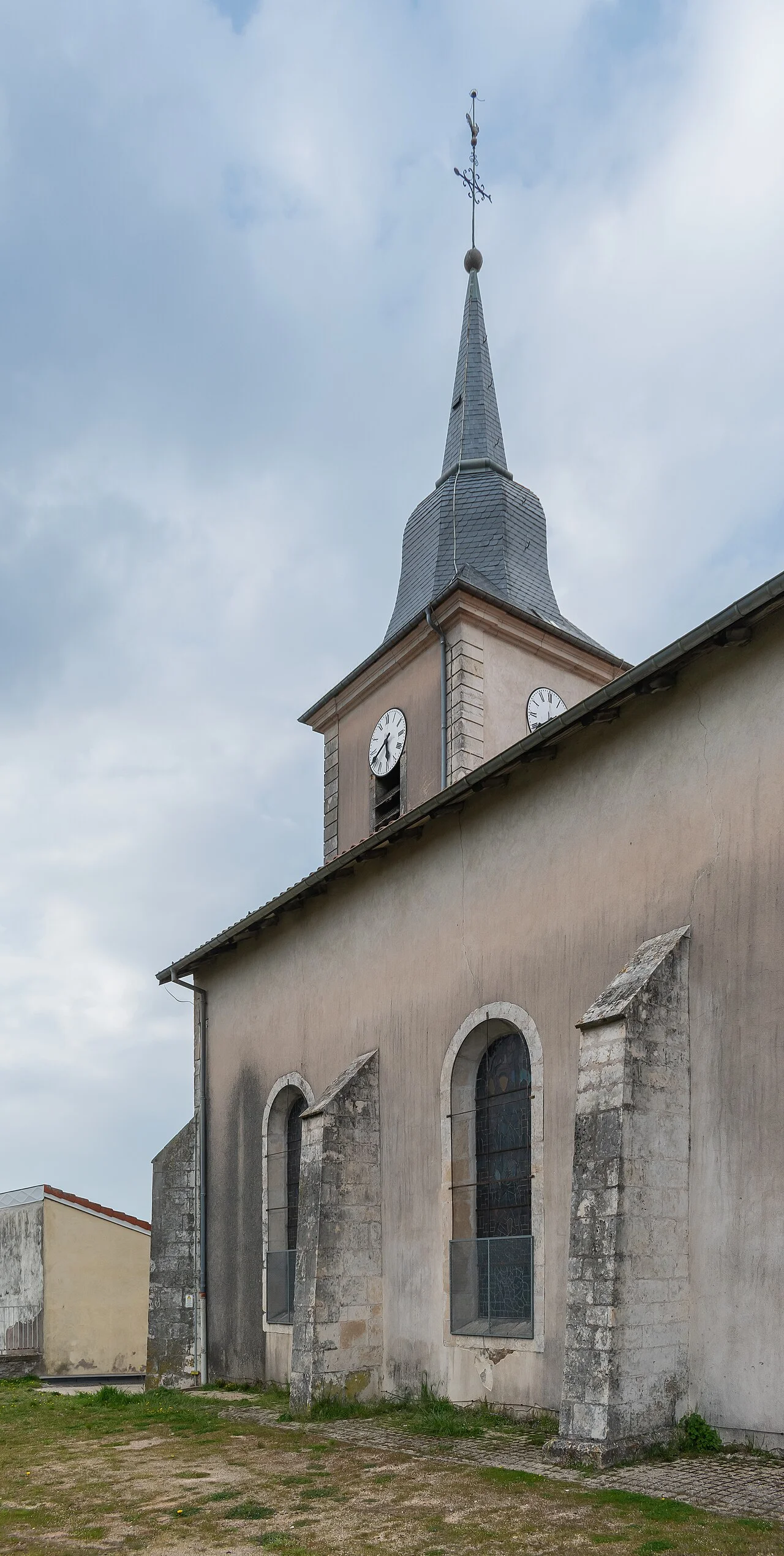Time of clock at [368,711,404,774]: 5:40
